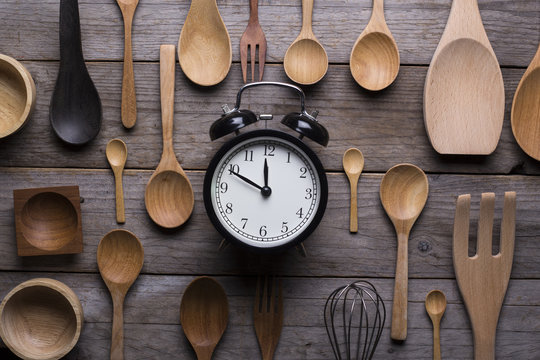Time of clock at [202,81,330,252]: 11:49
